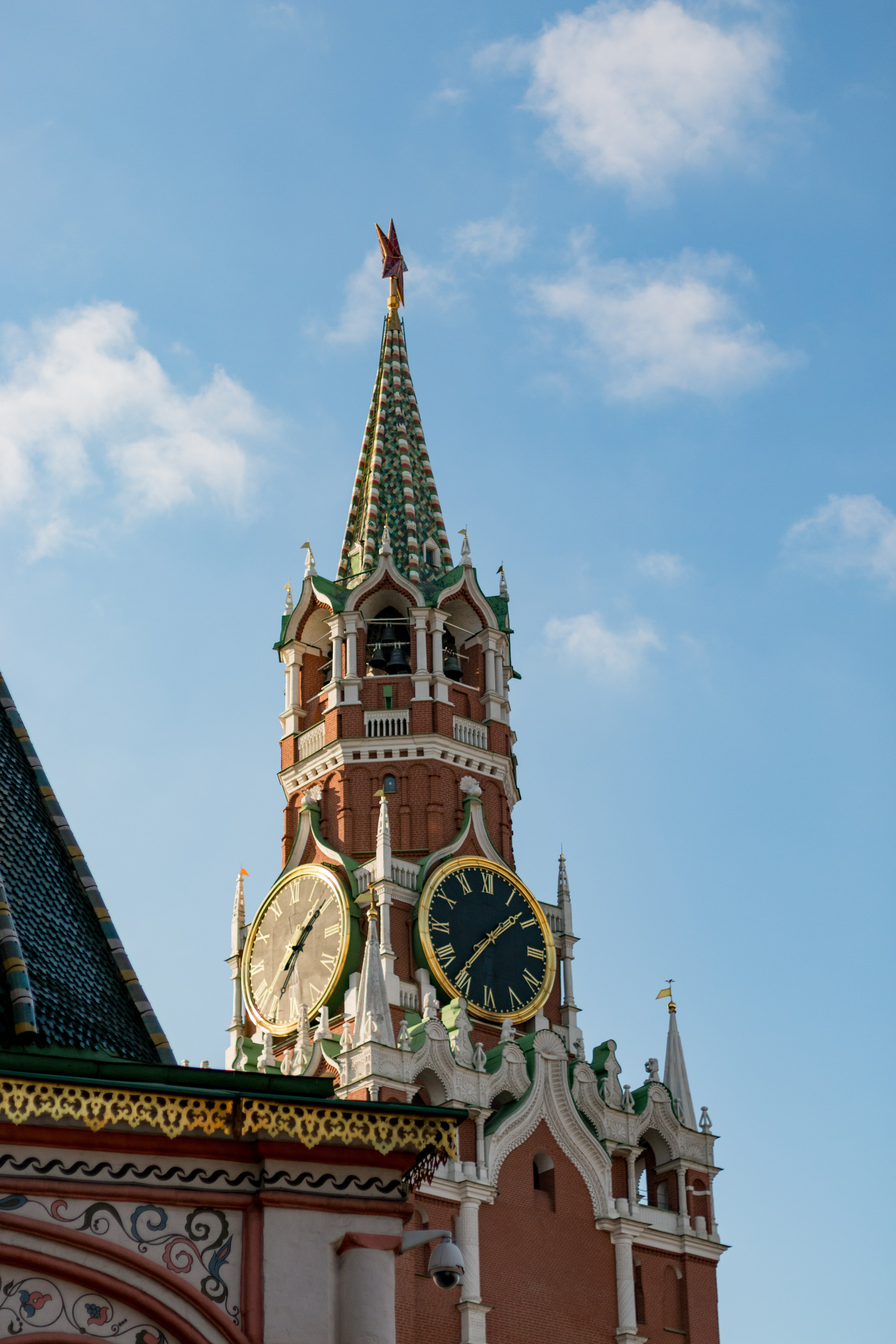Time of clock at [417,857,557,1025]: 1:36
